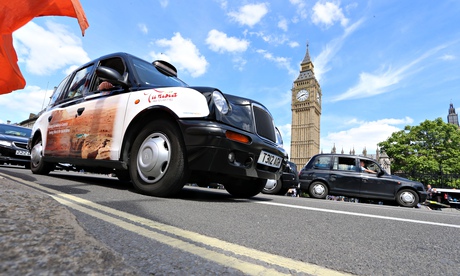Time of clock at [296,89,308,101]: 2:40
